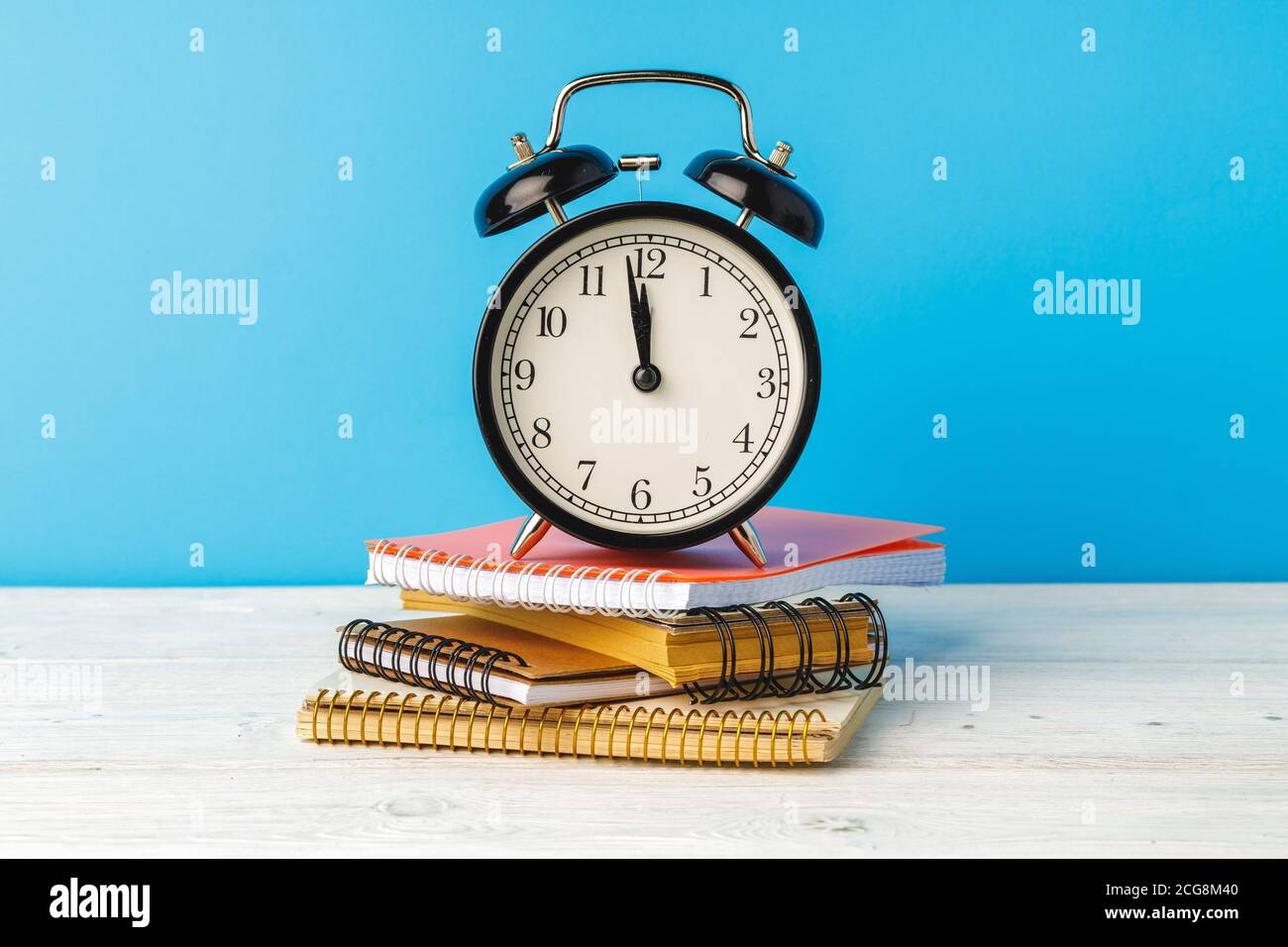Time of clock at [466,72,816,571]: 11:58
